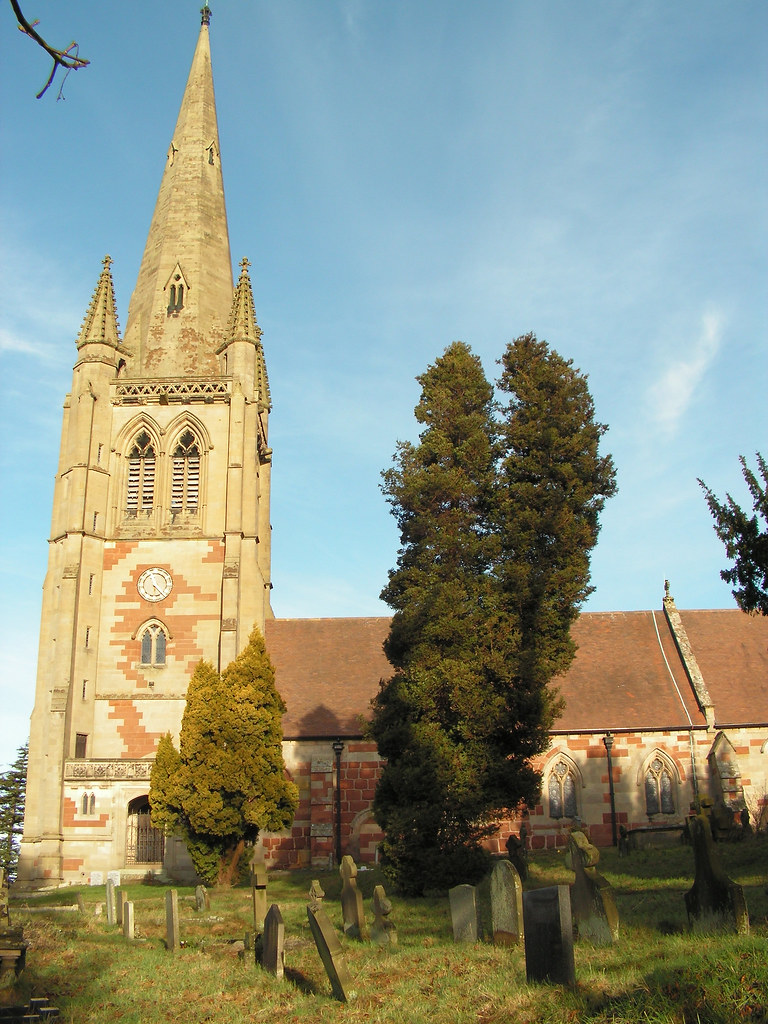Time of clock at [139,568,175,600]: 5:22
